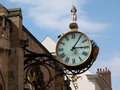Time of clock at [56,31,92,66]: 3:05
